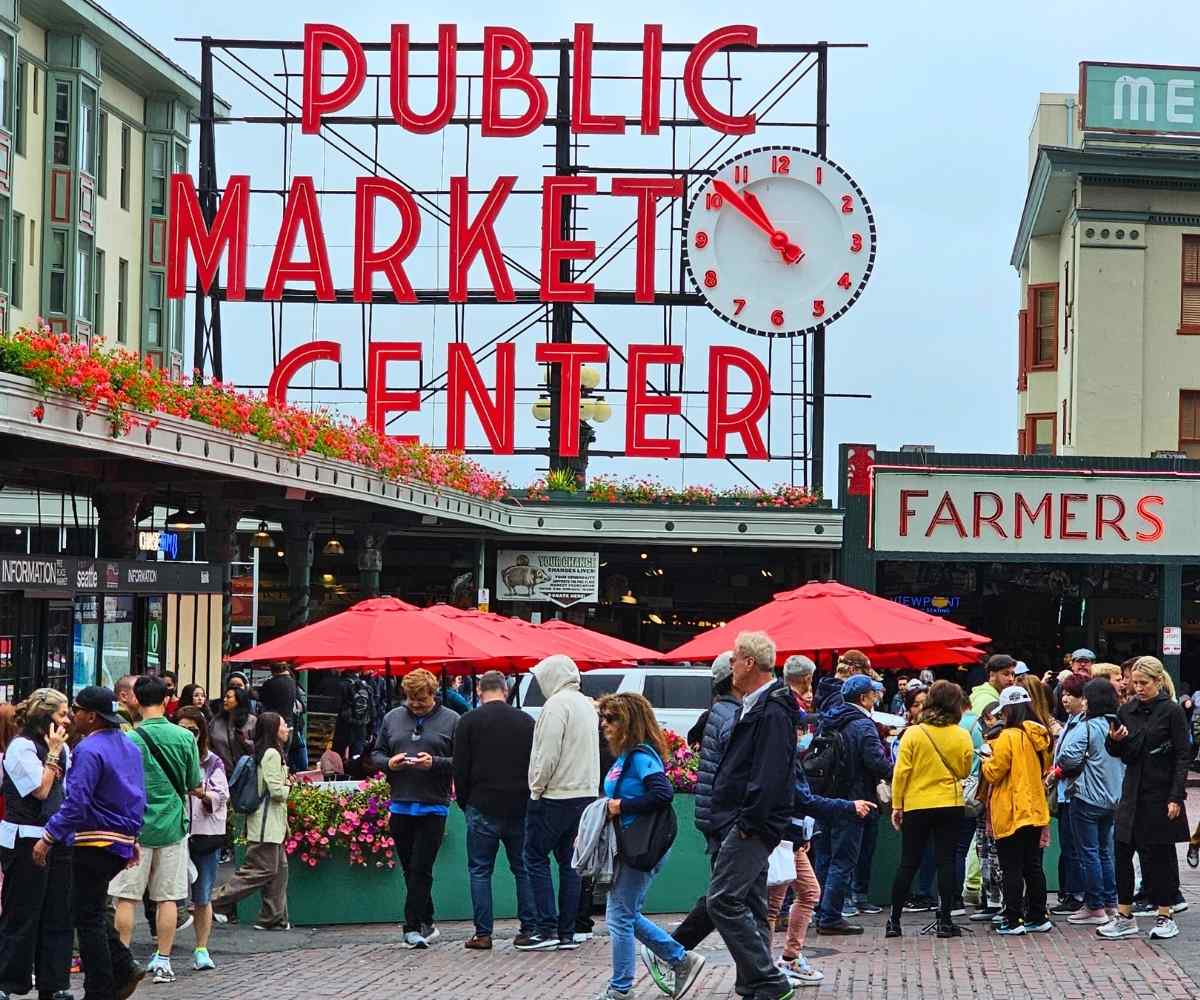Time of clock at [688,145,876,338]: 10:51
